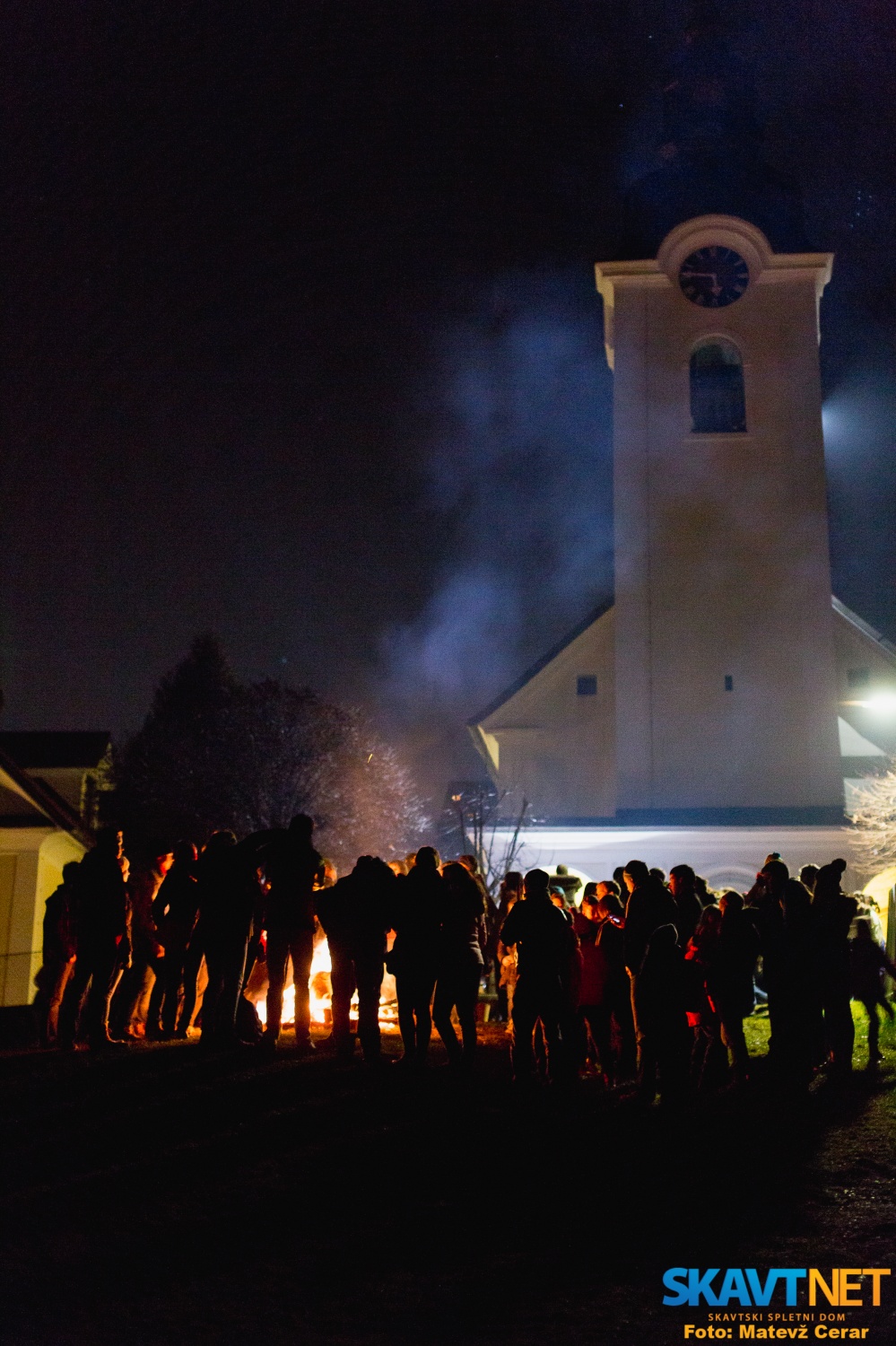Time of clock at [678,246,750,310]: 5:46
